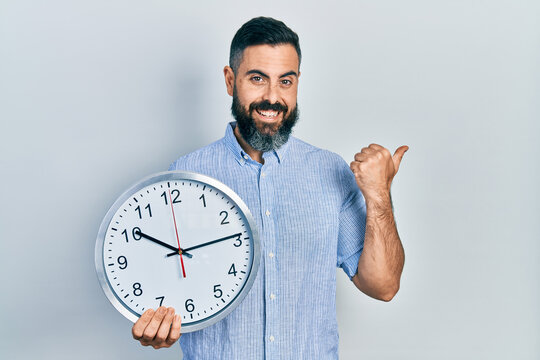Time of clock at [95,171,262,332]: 10:13
